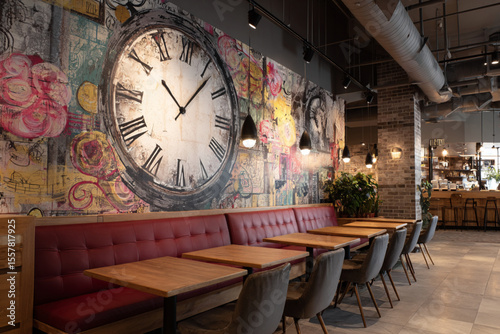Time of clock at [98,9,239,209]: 10:06
